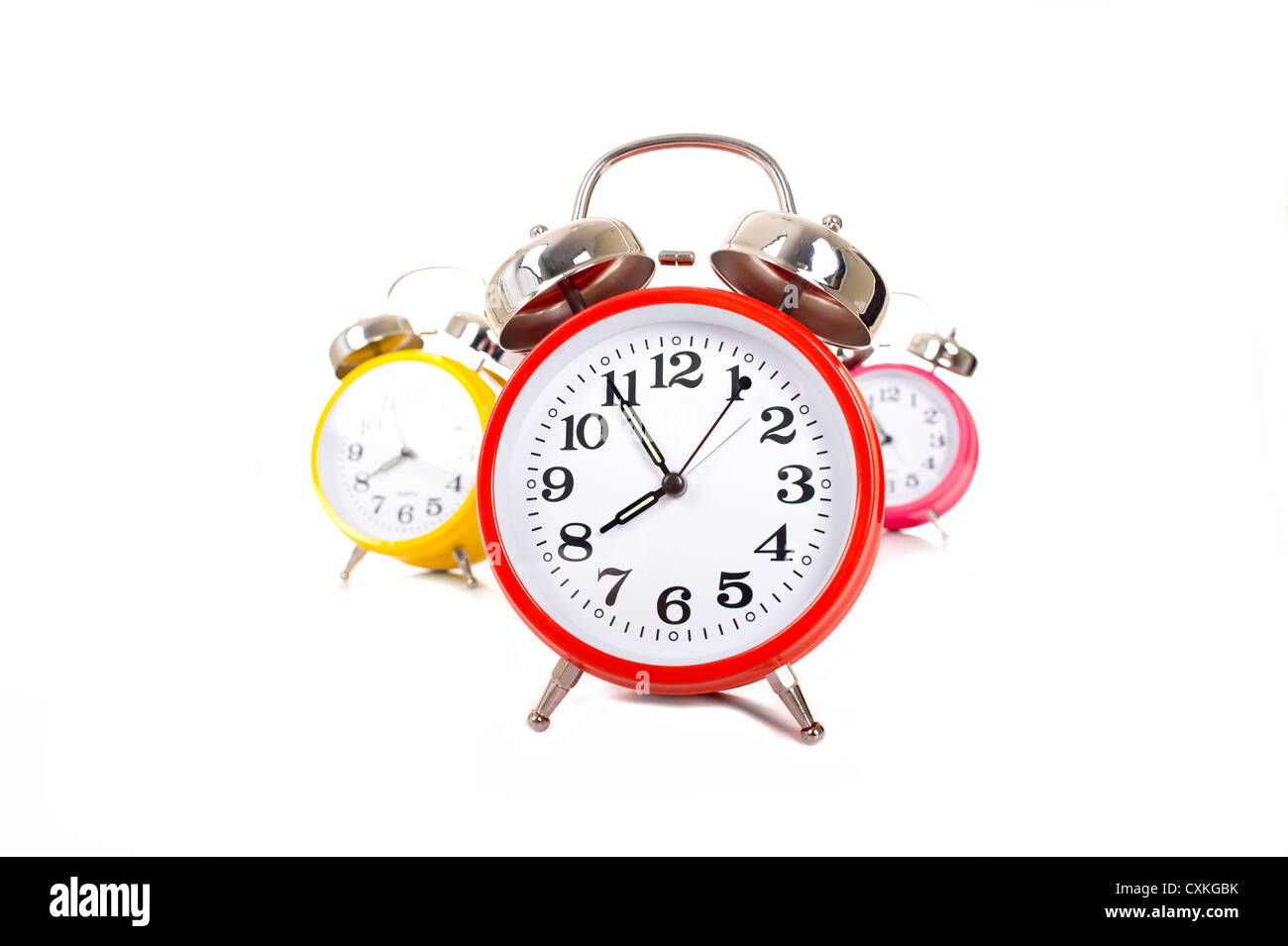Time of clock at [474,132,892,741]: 7:54
